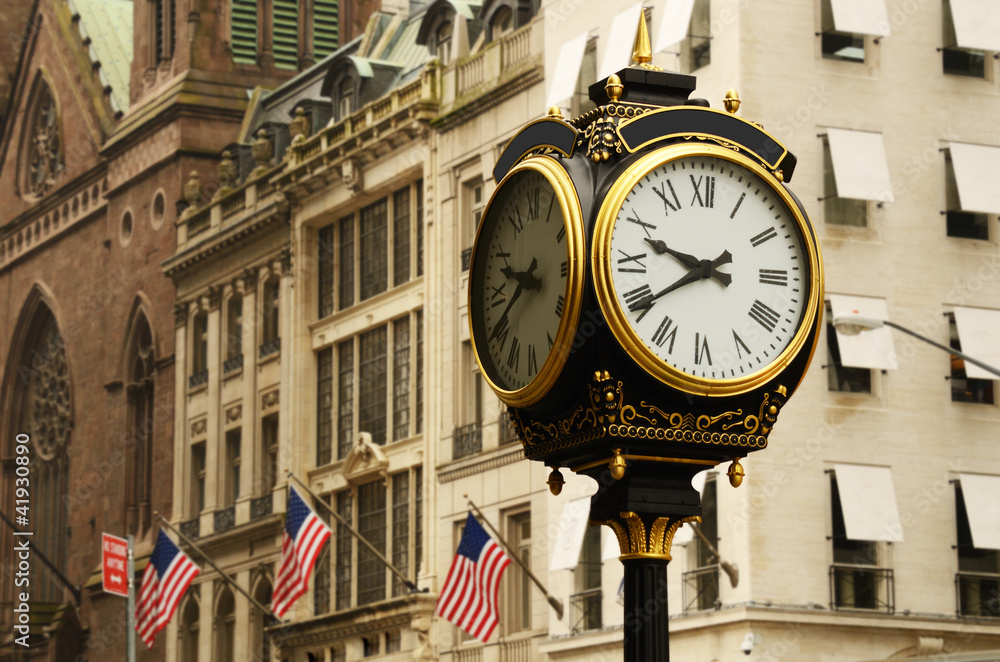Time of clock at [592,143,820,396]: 9:39
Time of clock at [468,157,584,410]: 9:40
